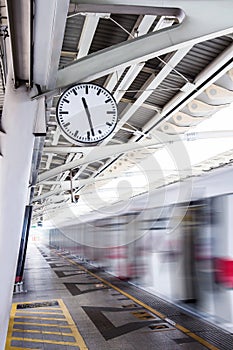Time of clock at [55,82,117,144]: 11:28
